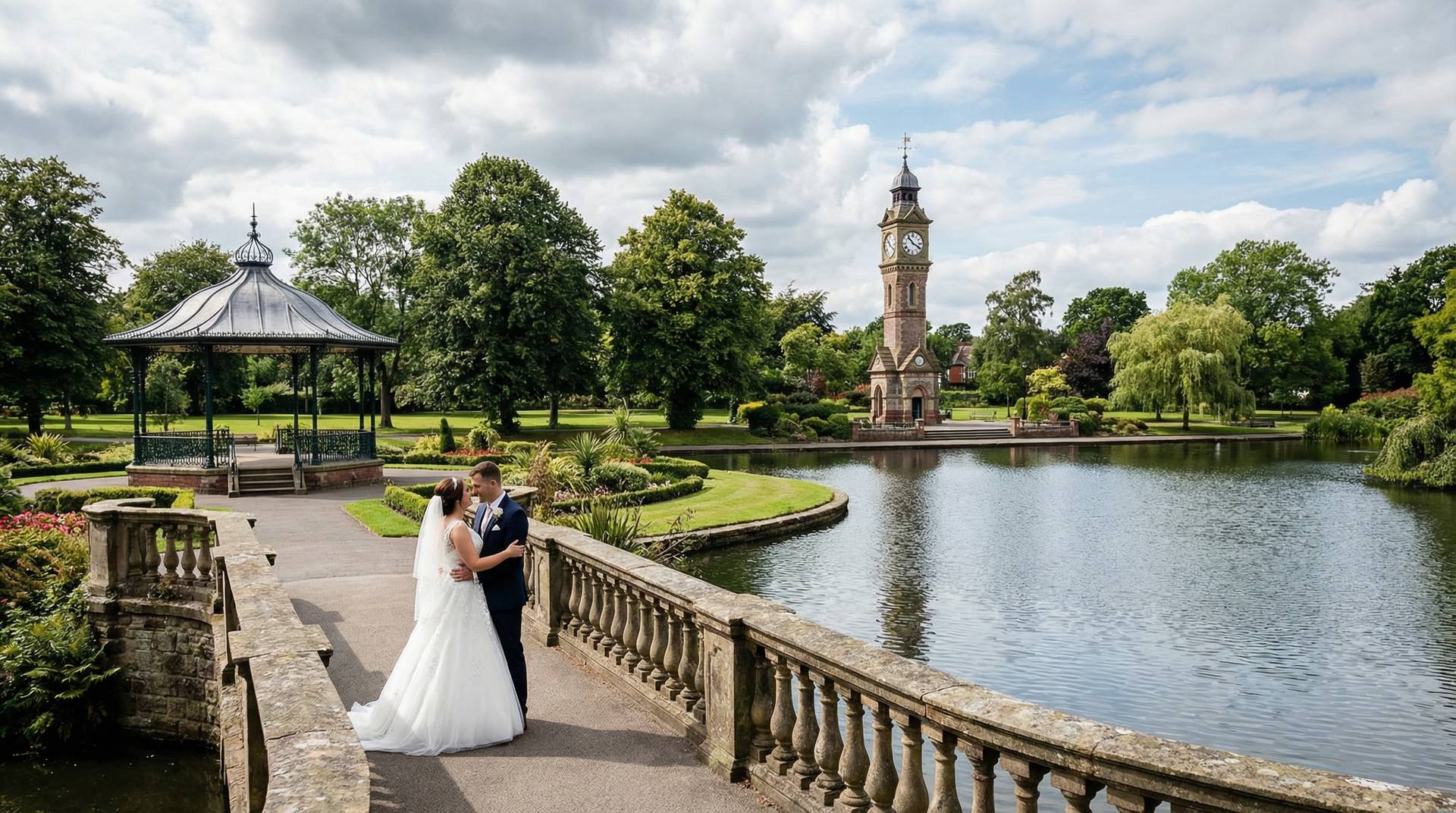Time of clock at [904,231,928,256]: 3:52
